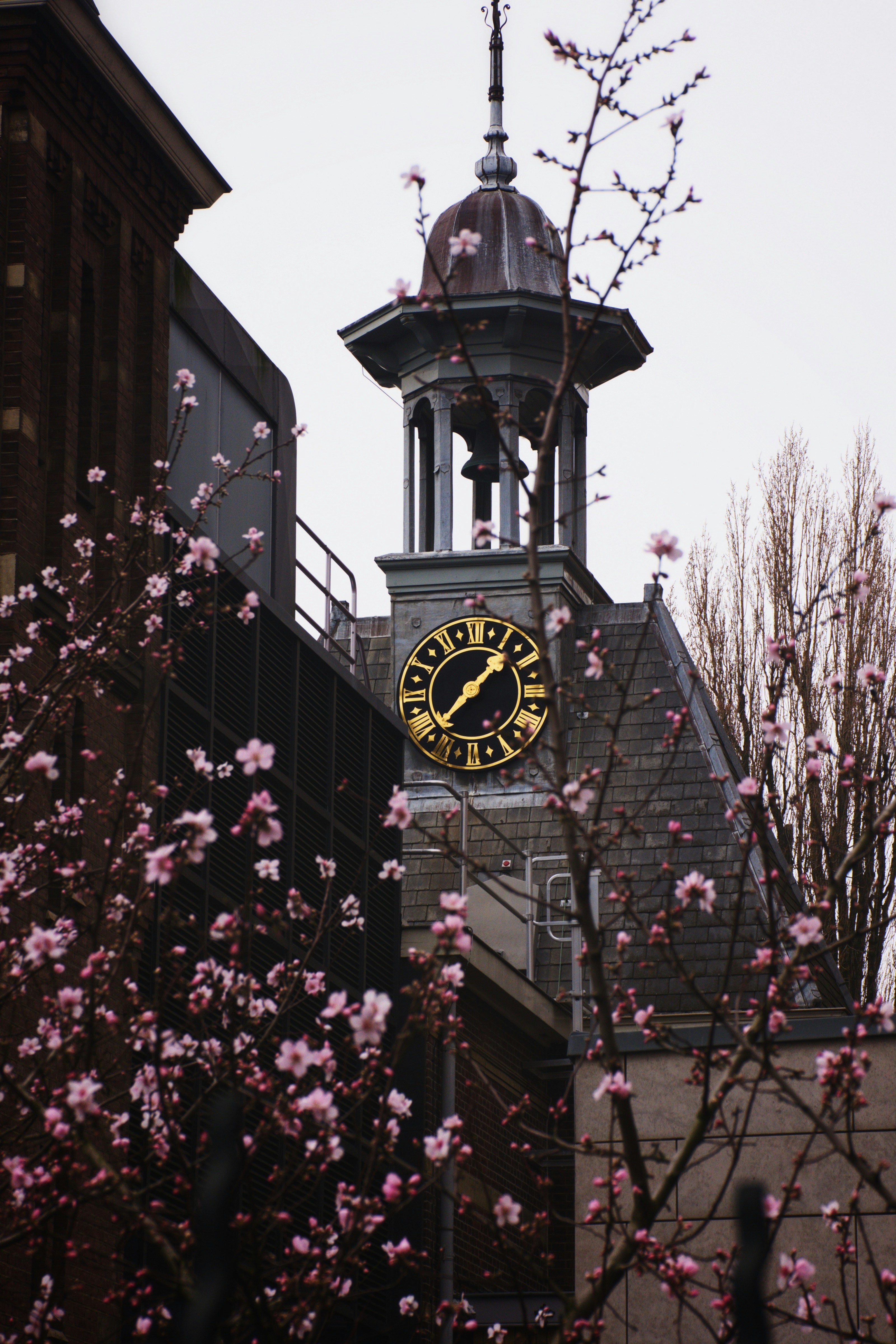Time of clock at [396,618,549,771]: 1:37
